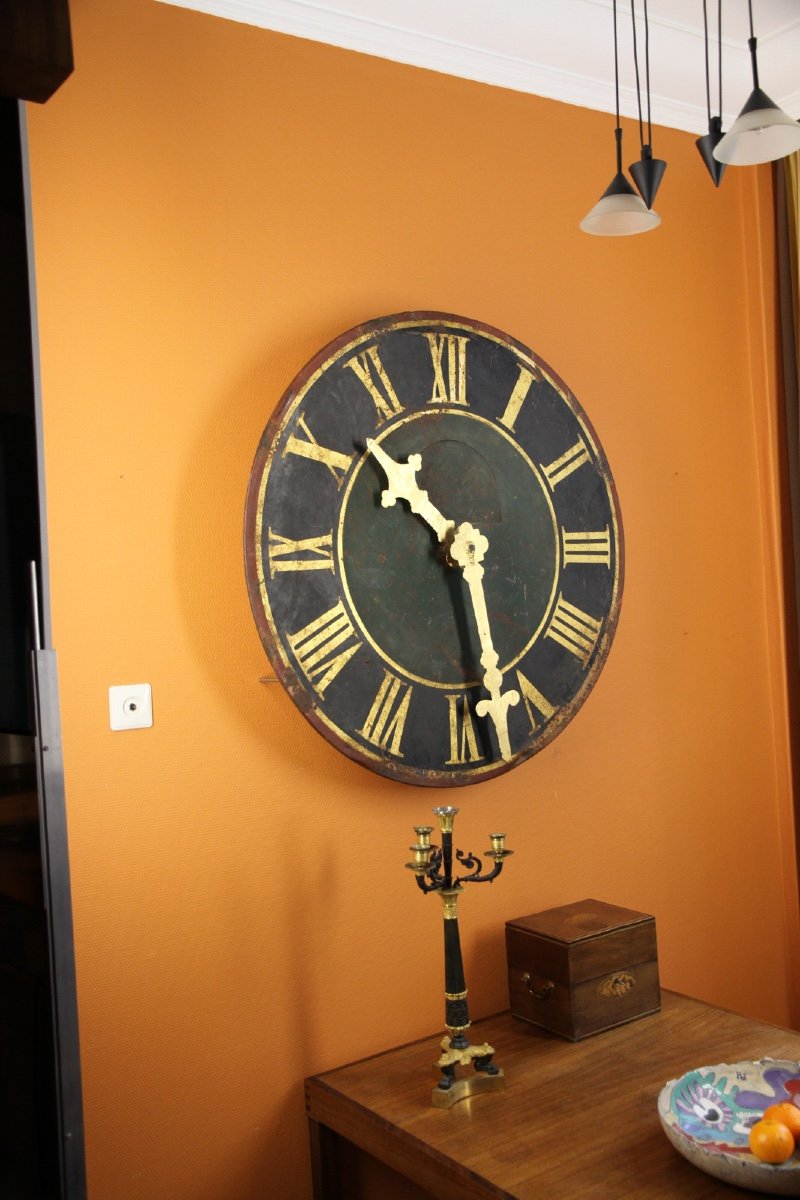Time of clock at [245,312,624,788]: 10:28
